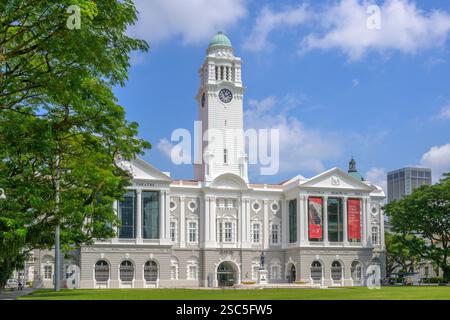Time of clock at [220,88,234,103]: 11:11
